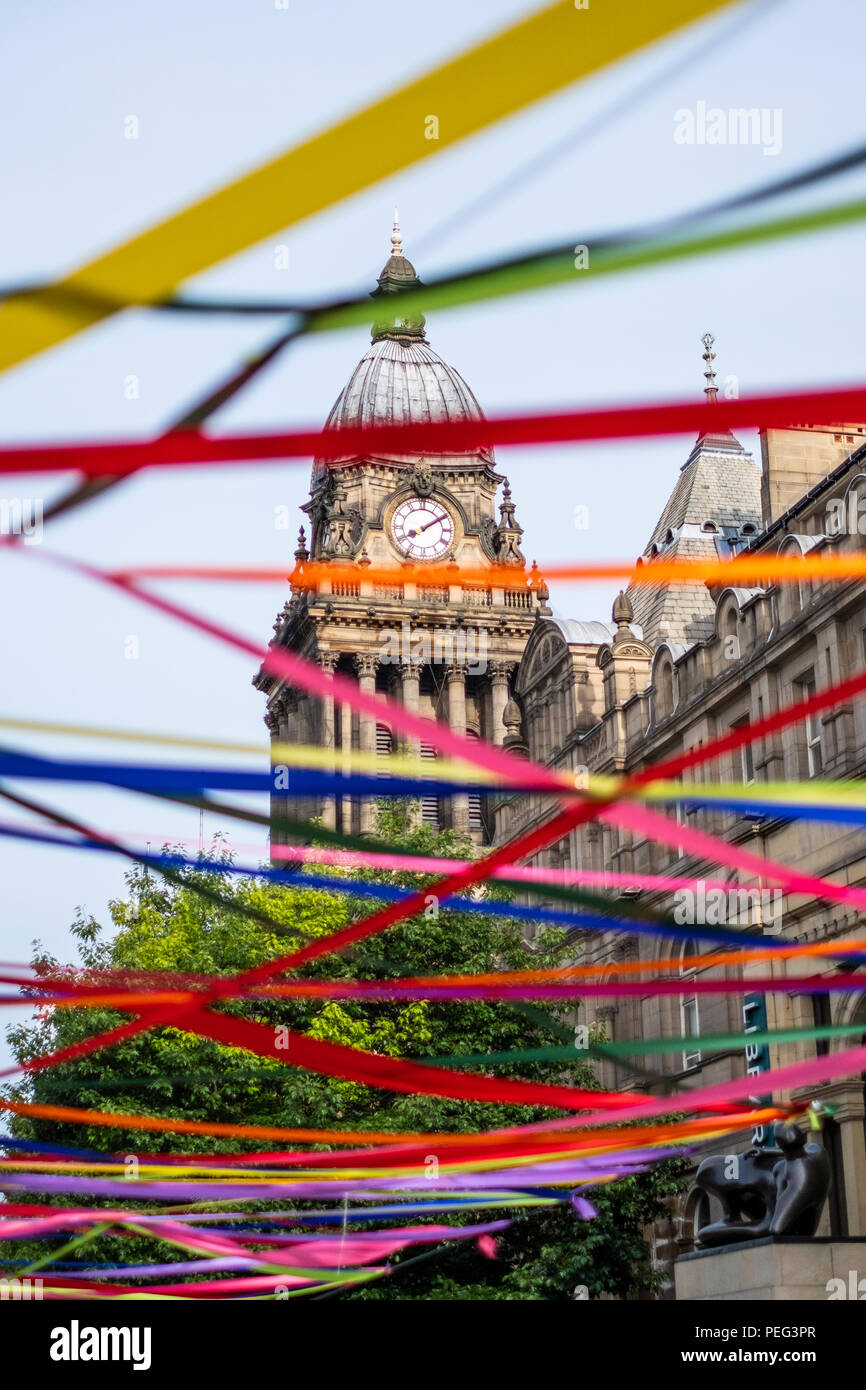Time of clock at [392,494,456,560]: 8:09
